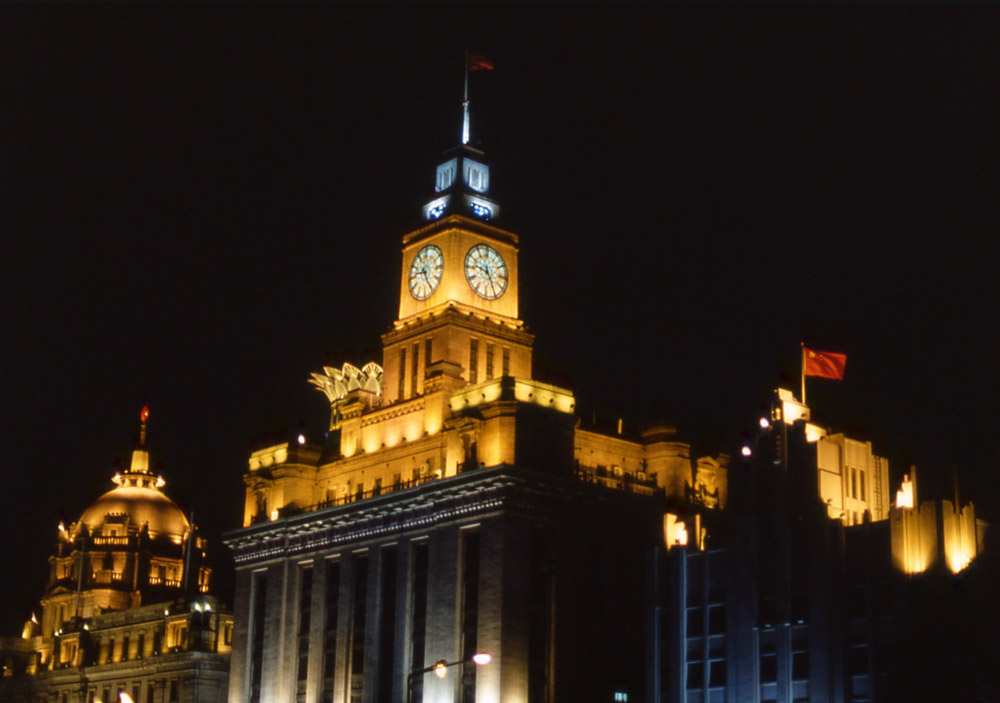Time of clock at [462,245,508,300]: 9:25
